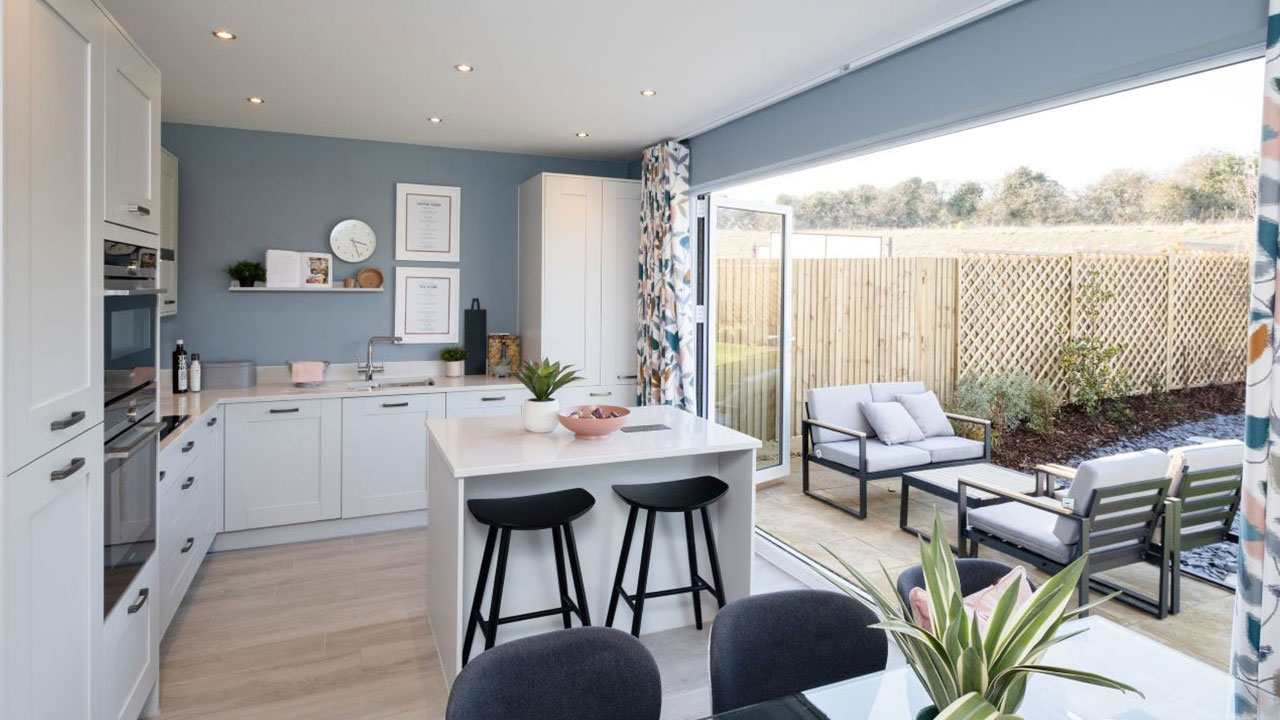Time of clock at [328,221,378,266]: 3:26
